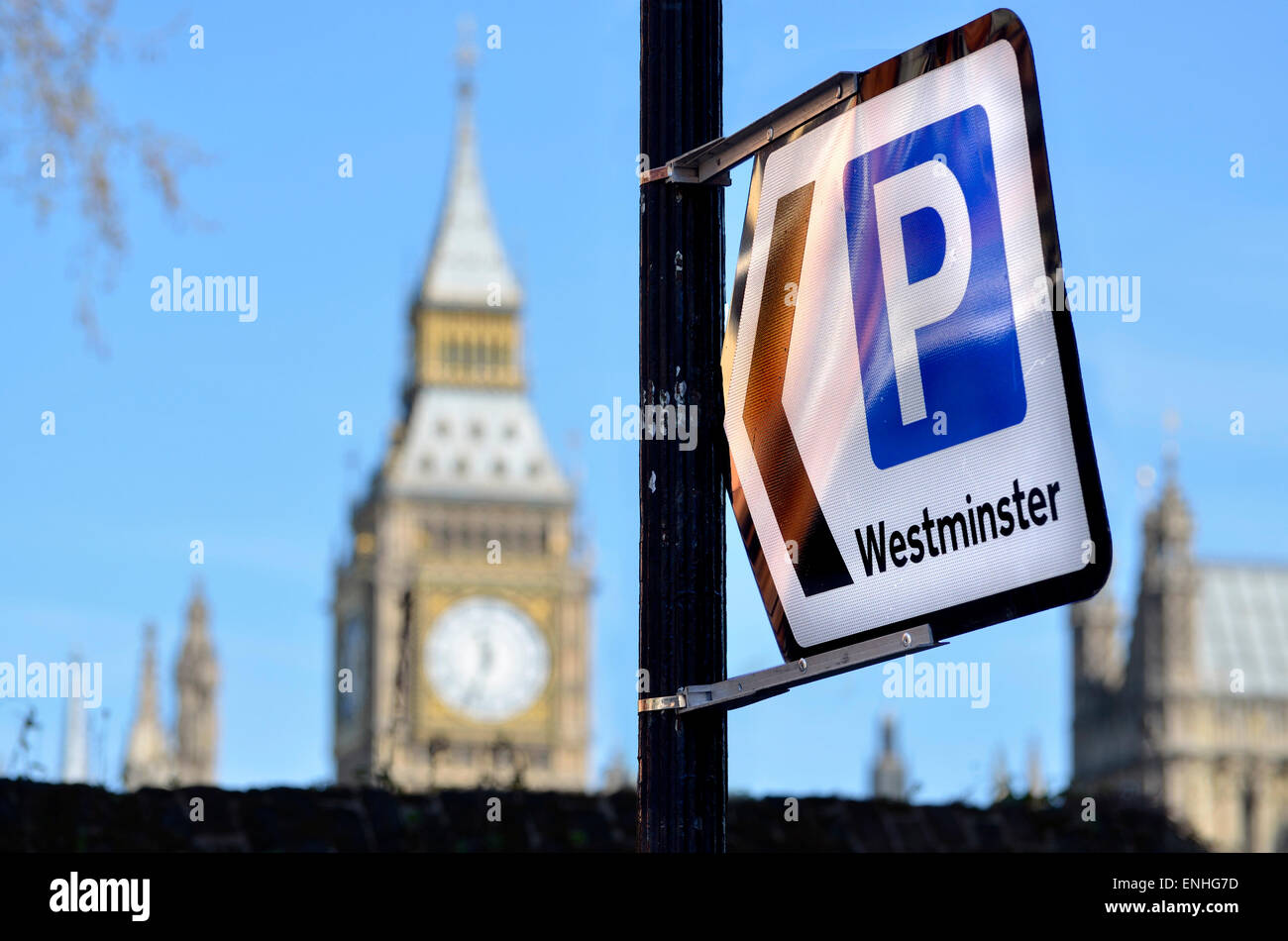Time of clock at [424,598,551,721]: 11:33
